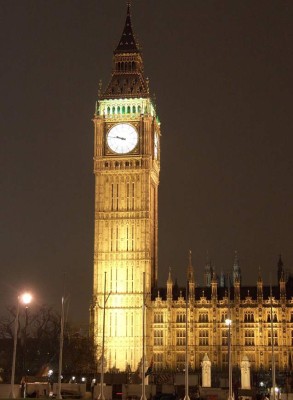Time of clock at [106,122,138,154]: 9:46
